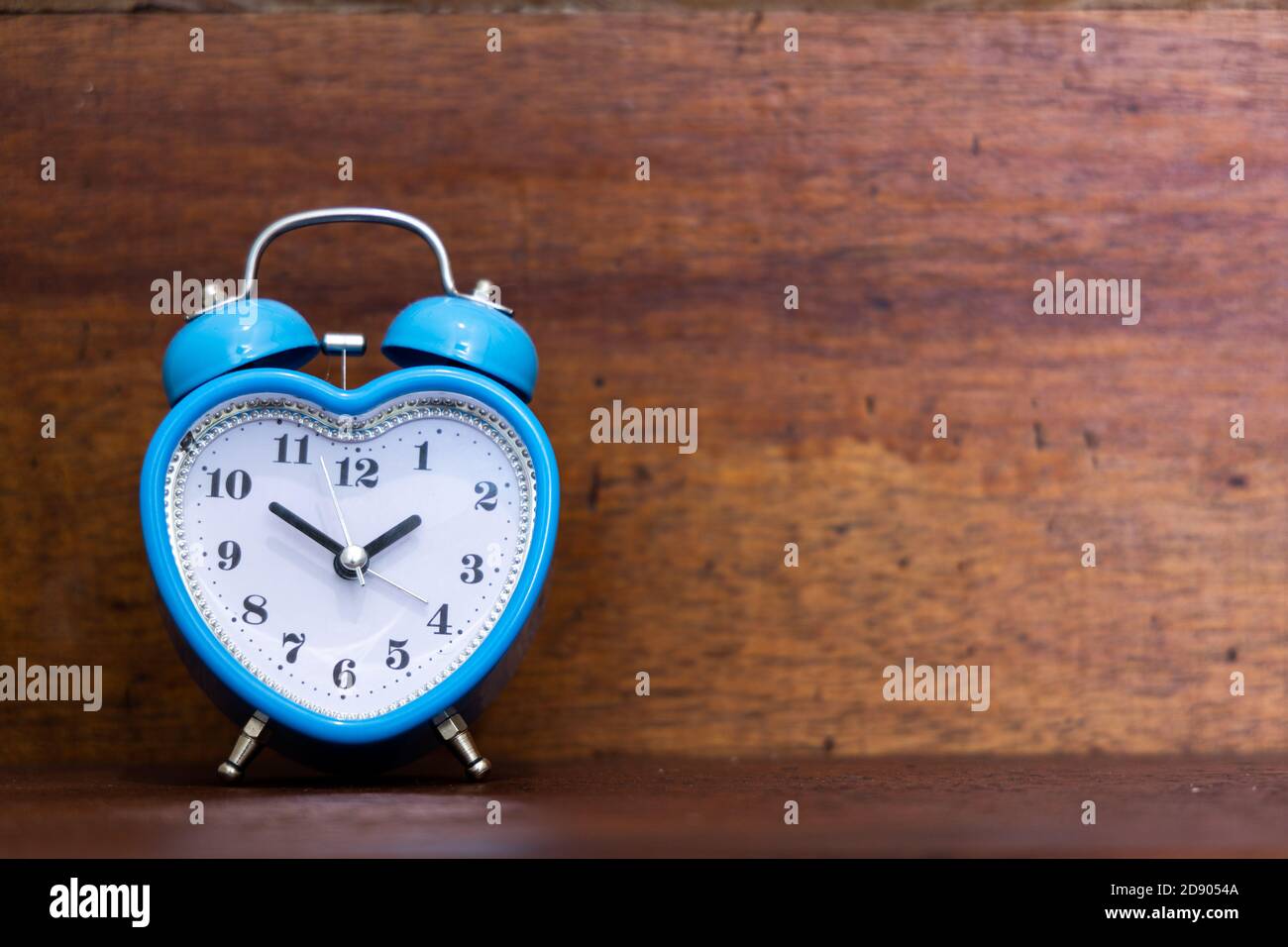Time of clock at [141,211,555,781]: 1:50
